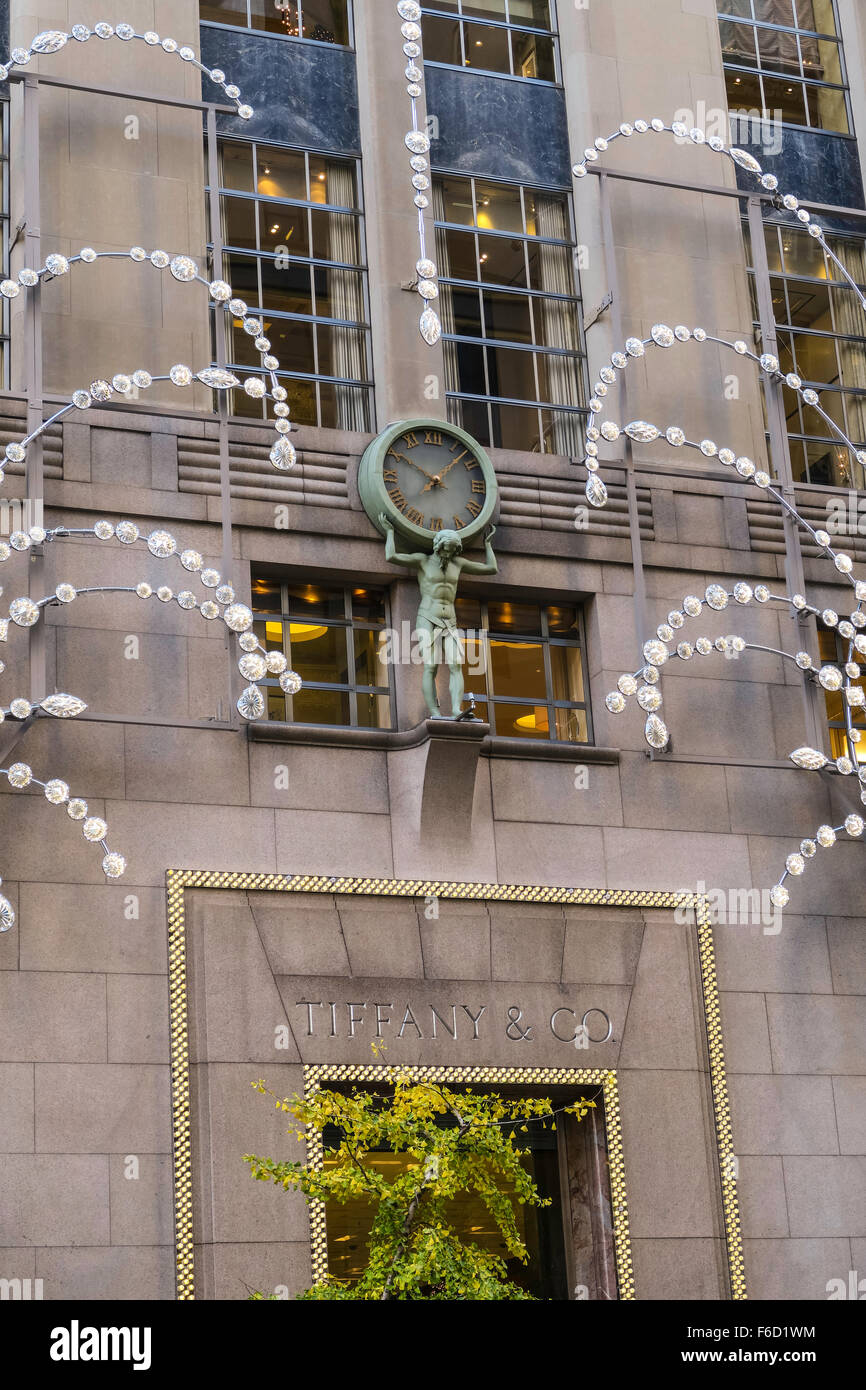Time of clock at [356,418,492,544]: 10:07
